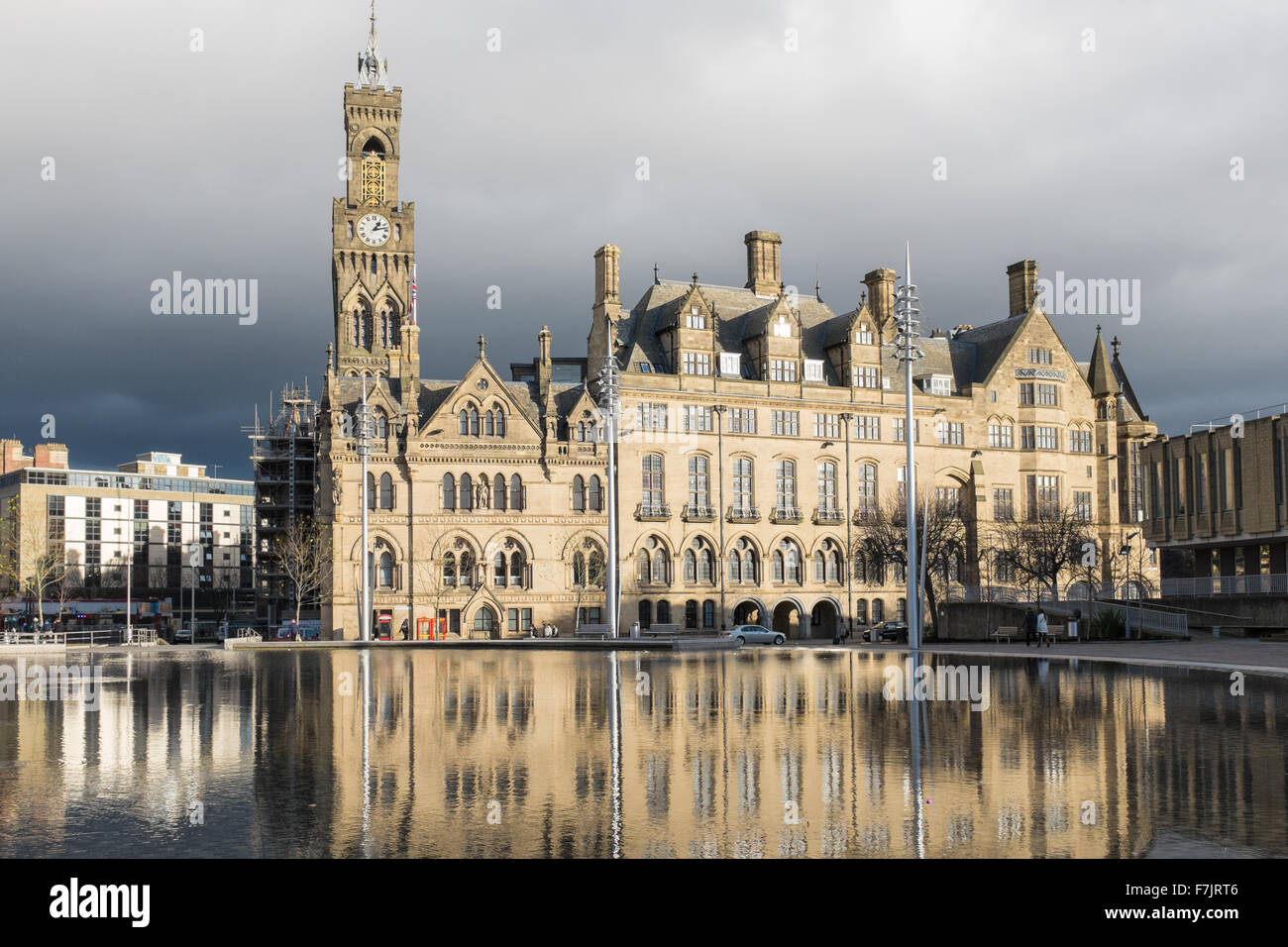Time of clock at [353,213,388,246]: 1:12
